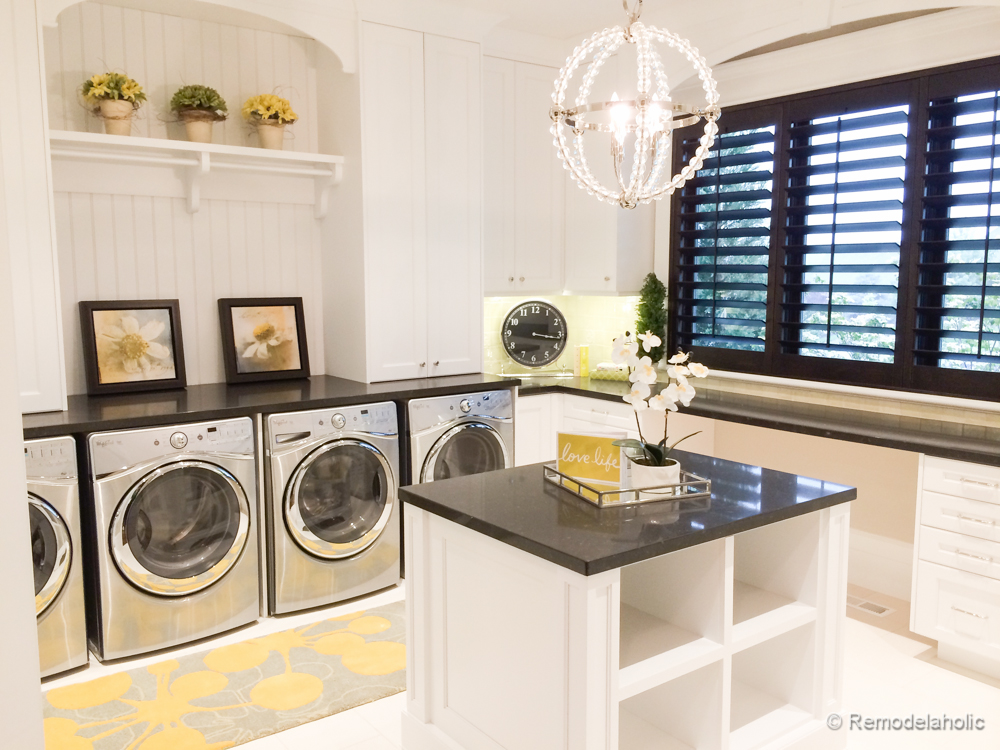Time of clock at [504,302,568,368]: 3:16
